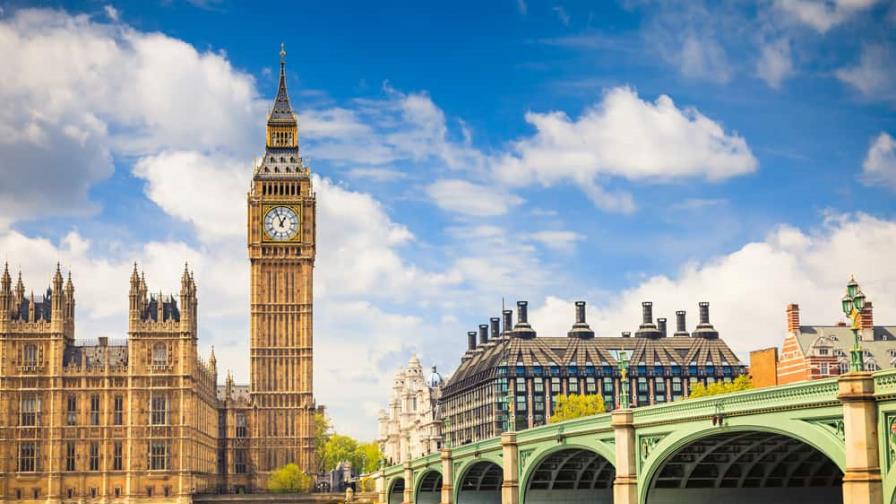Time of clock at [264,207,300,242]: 12:56
